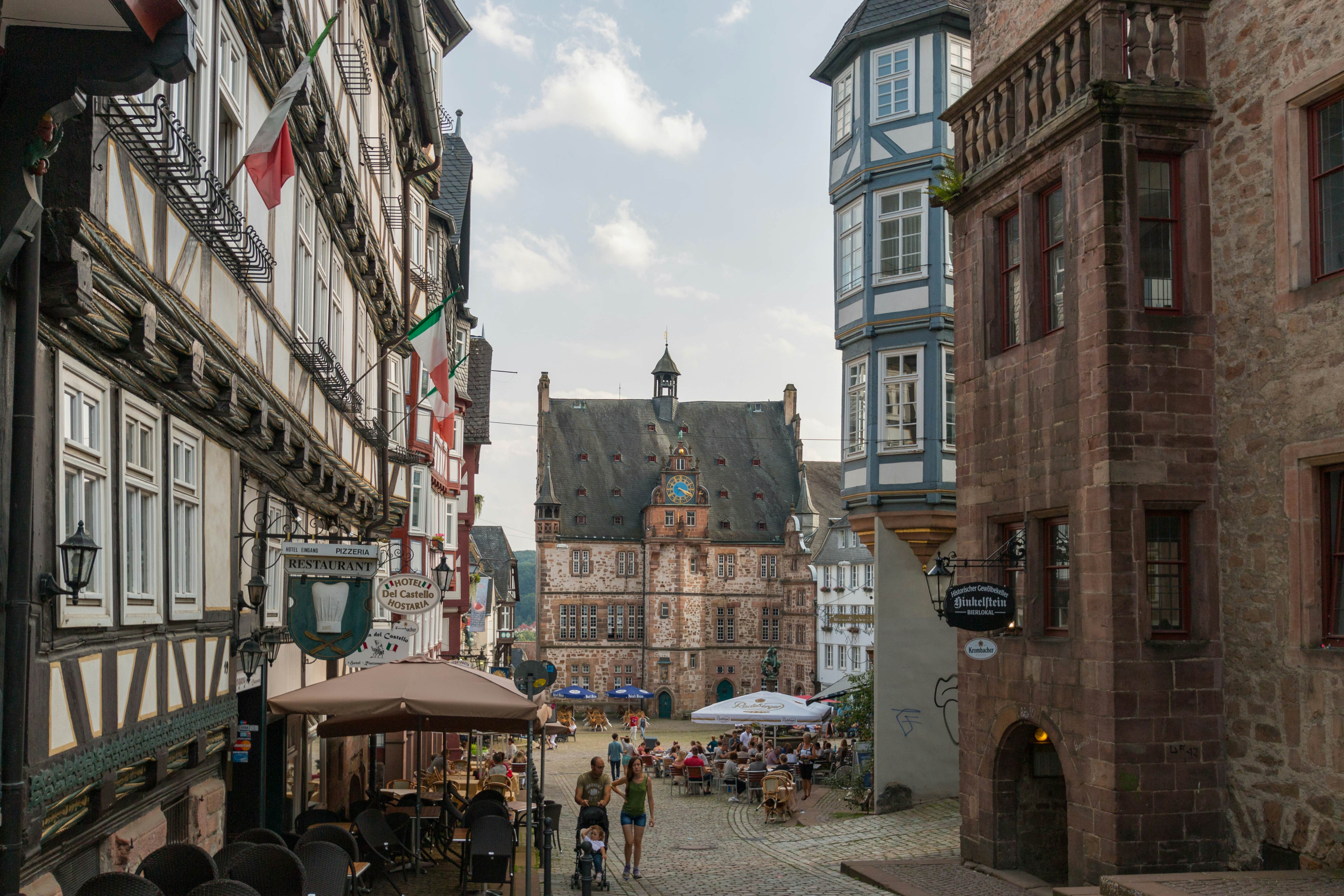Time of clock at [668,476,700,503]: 4:18
